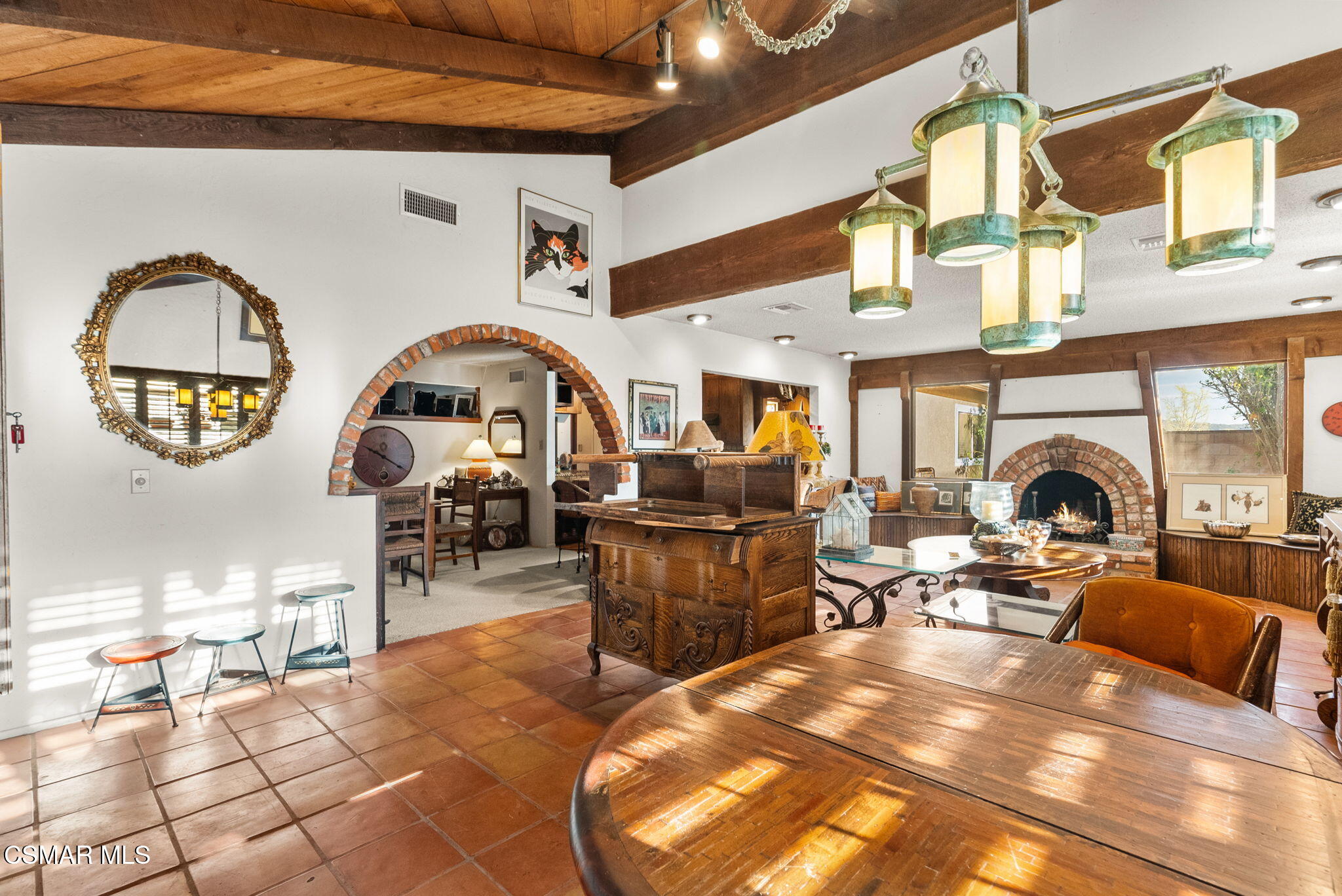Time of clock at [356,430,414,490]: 10:20
